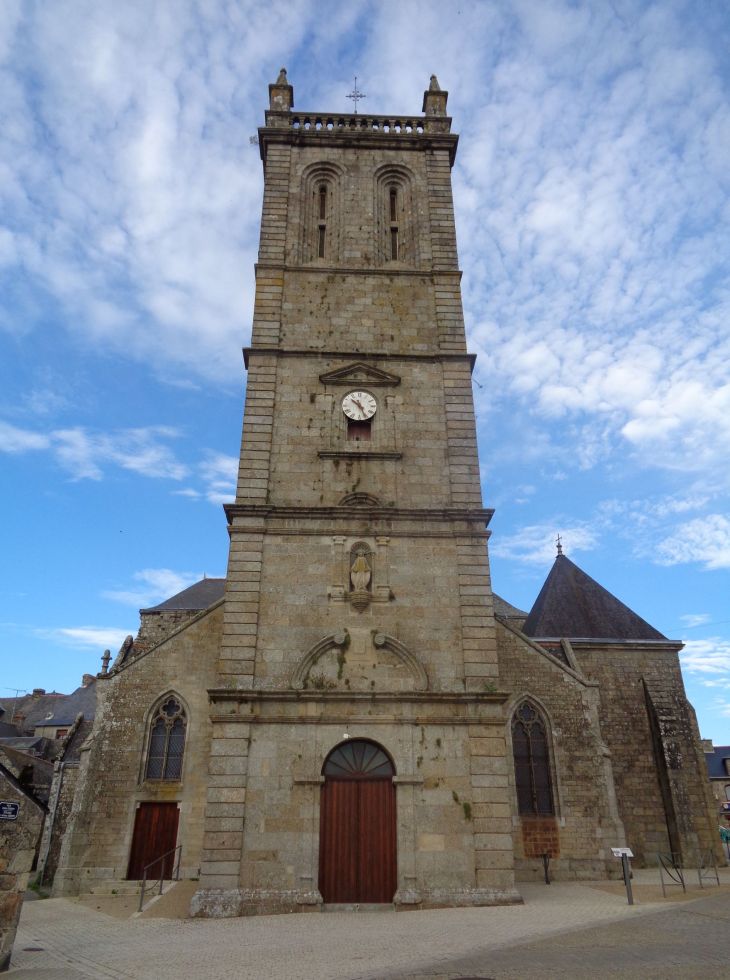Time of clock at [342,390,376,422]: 10:26
